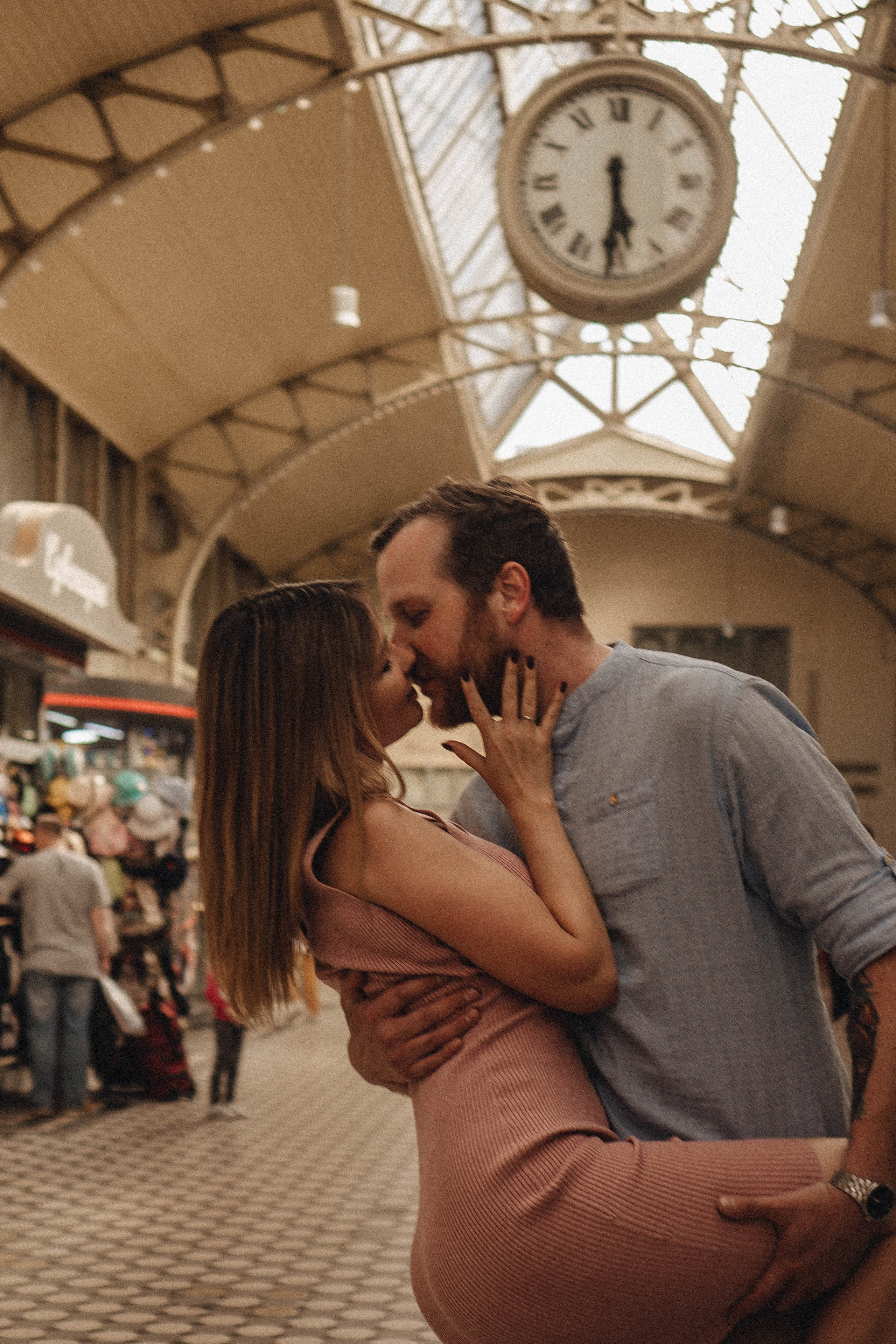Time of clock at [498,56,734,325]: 5:30
